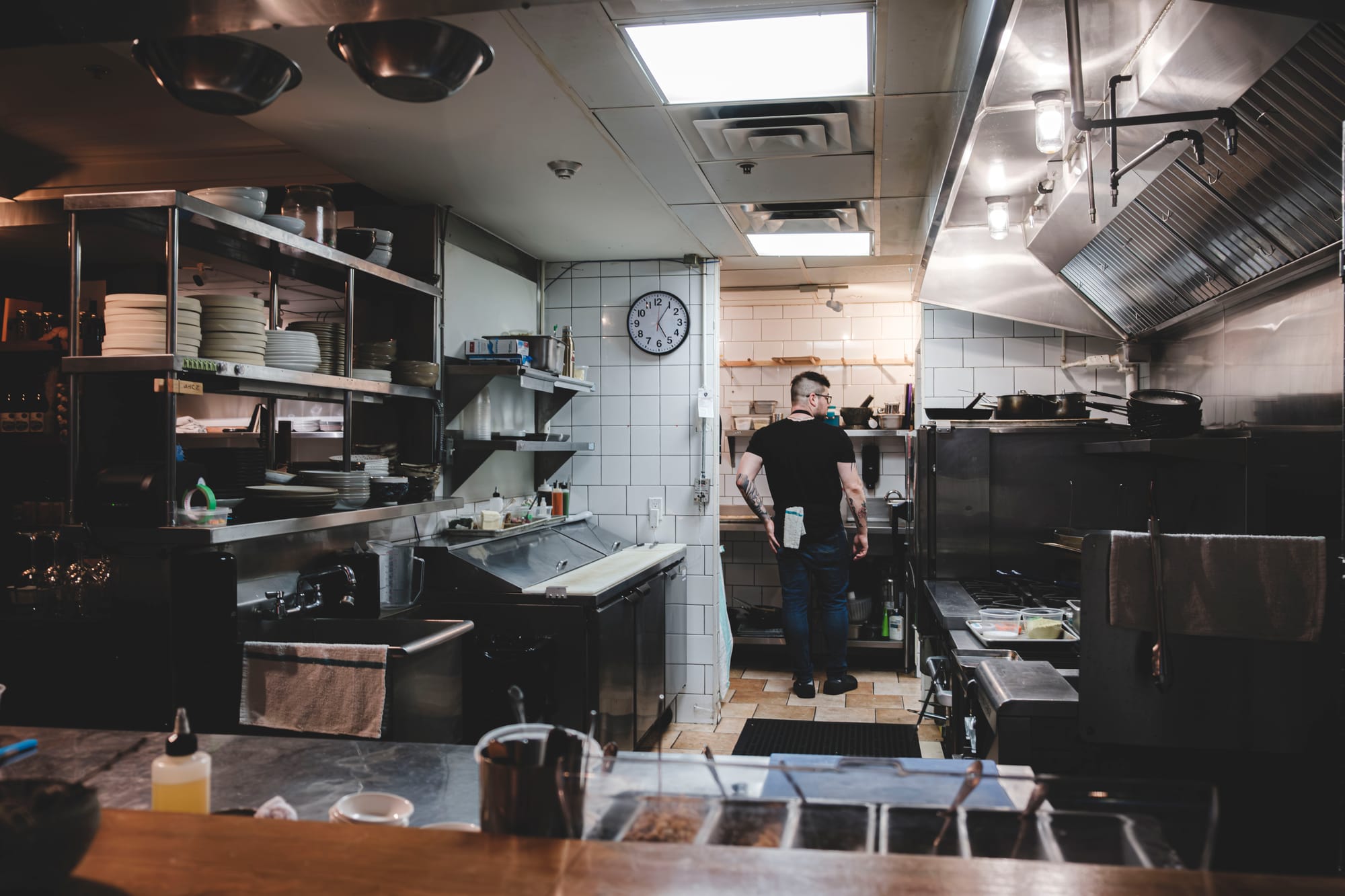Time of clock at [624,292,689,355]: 5:05
